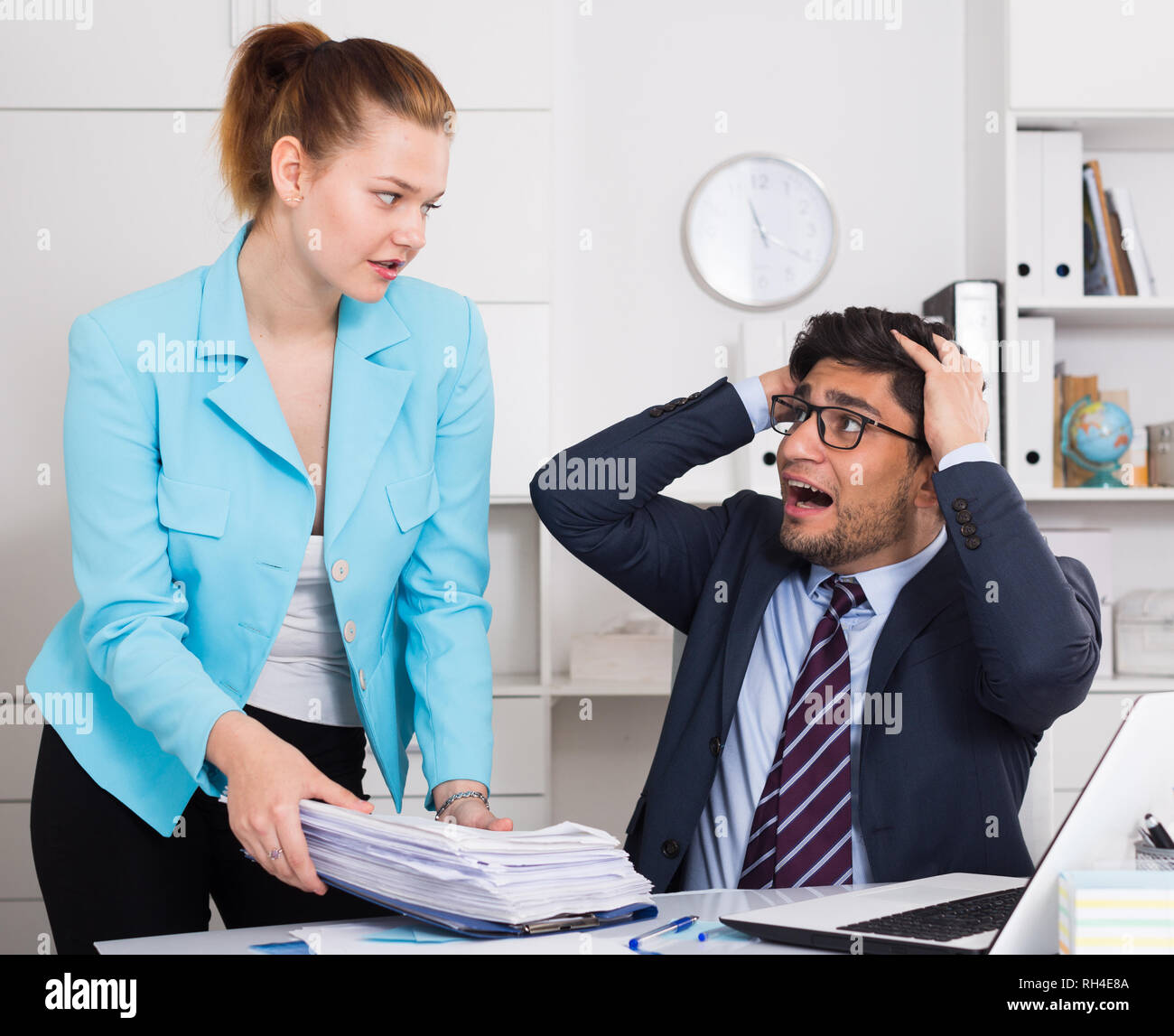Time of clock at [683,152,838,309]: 11:20
